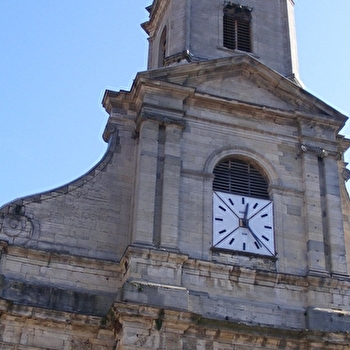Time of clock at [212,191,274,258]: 12:23
